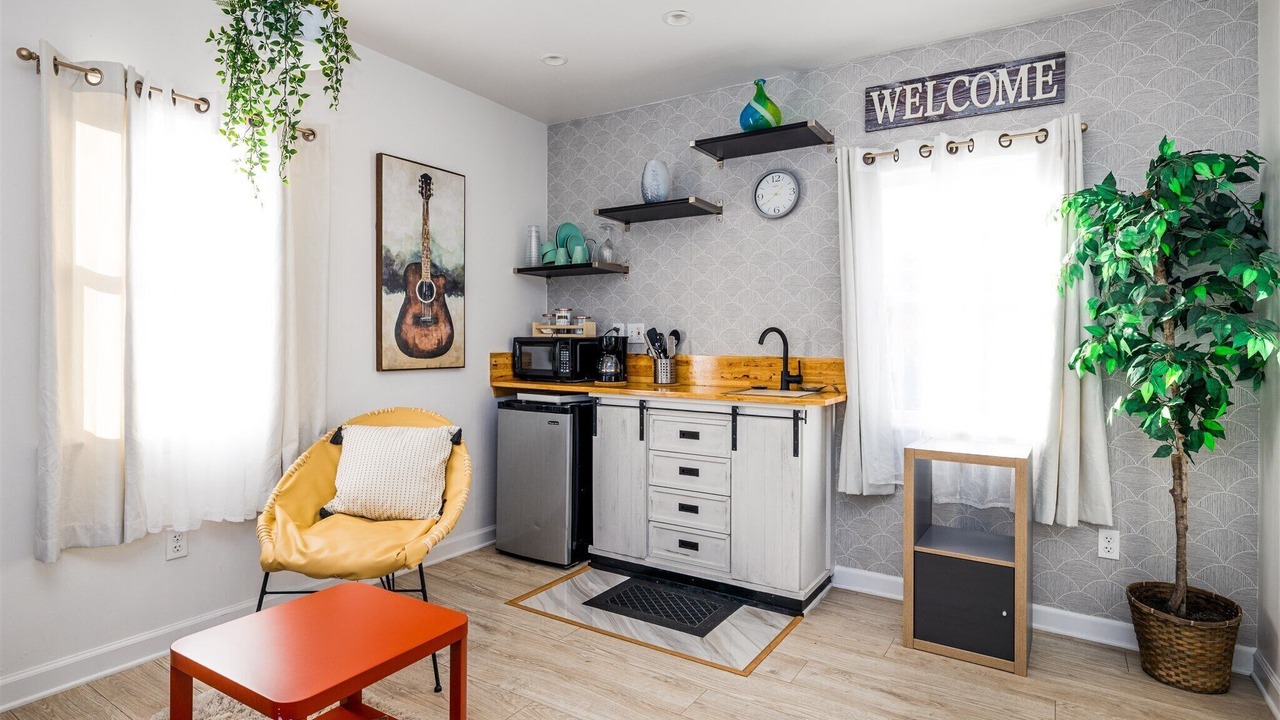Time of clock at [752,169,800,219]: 1:39
